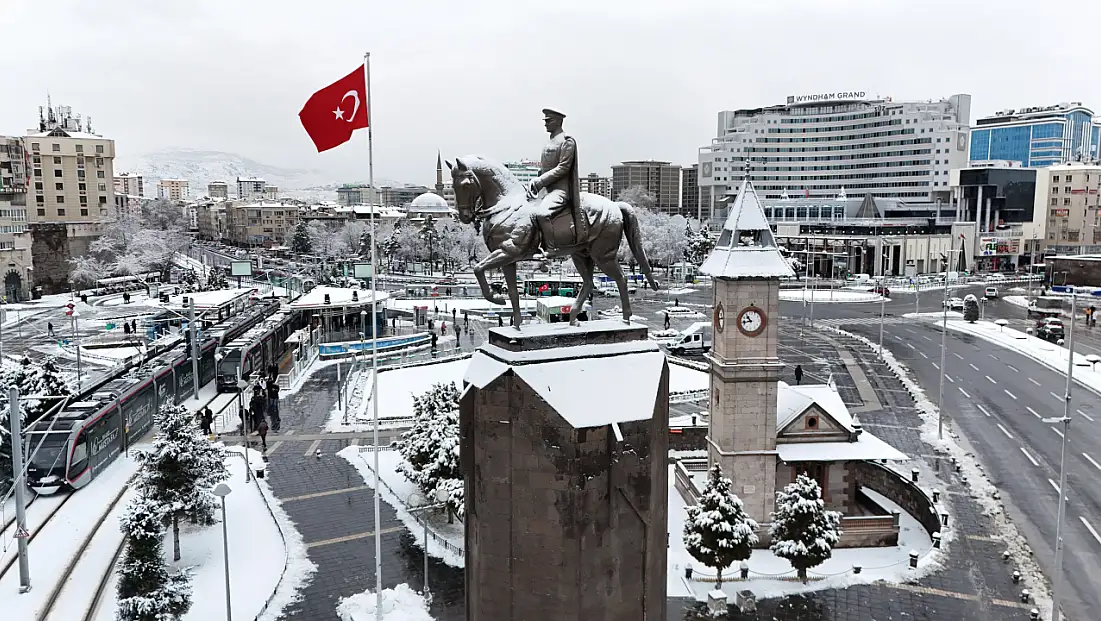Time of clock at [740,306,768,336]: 10:43
